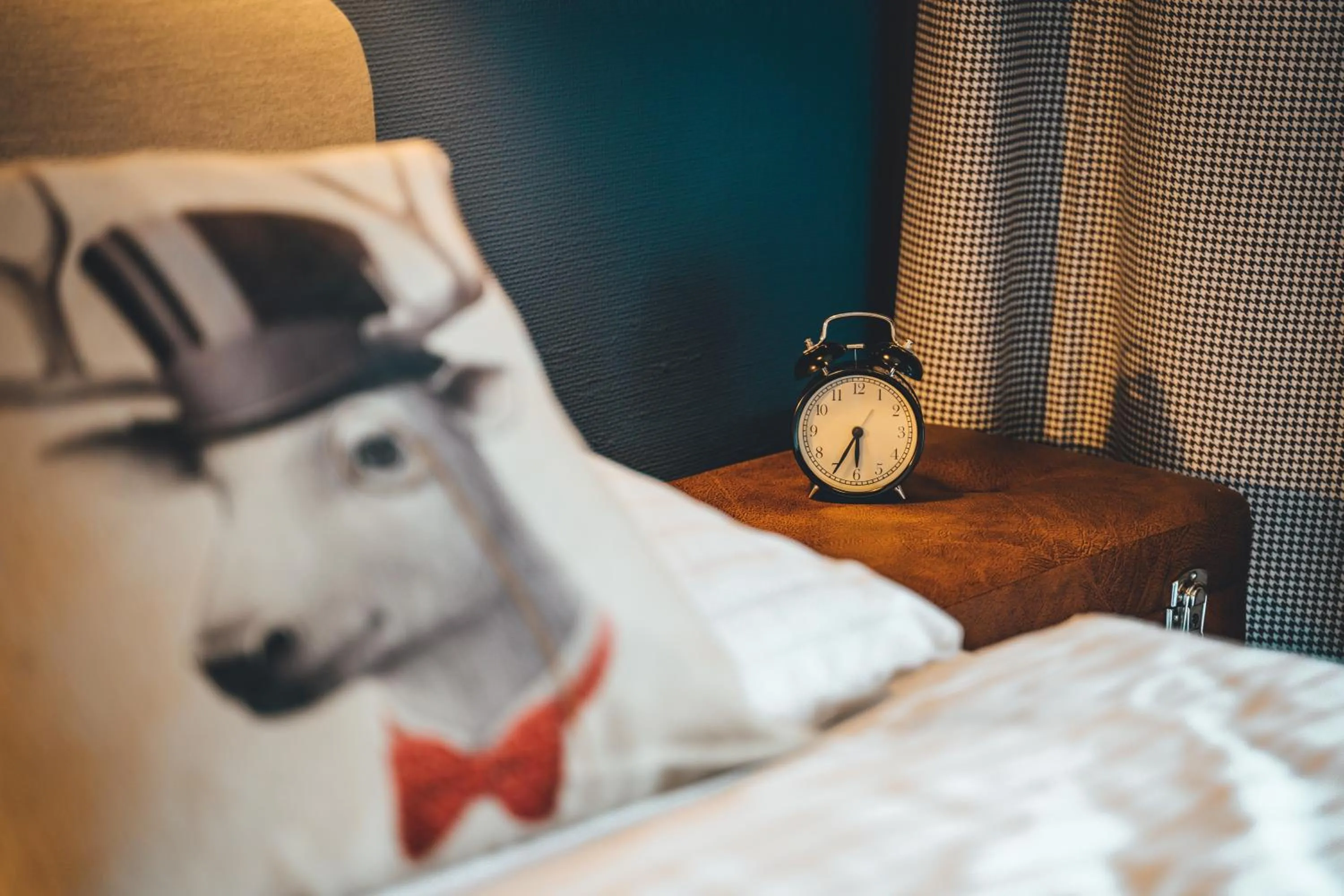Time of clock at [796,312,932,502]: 5:34
